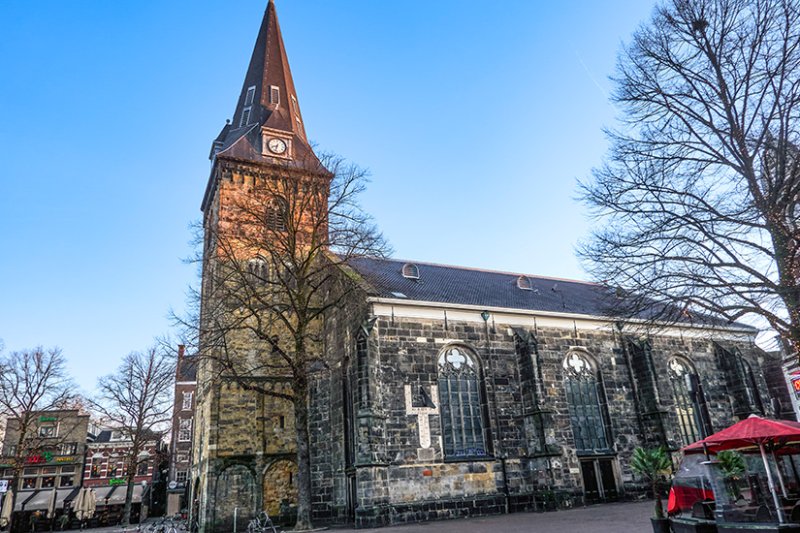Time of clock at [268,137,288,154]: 8:32
